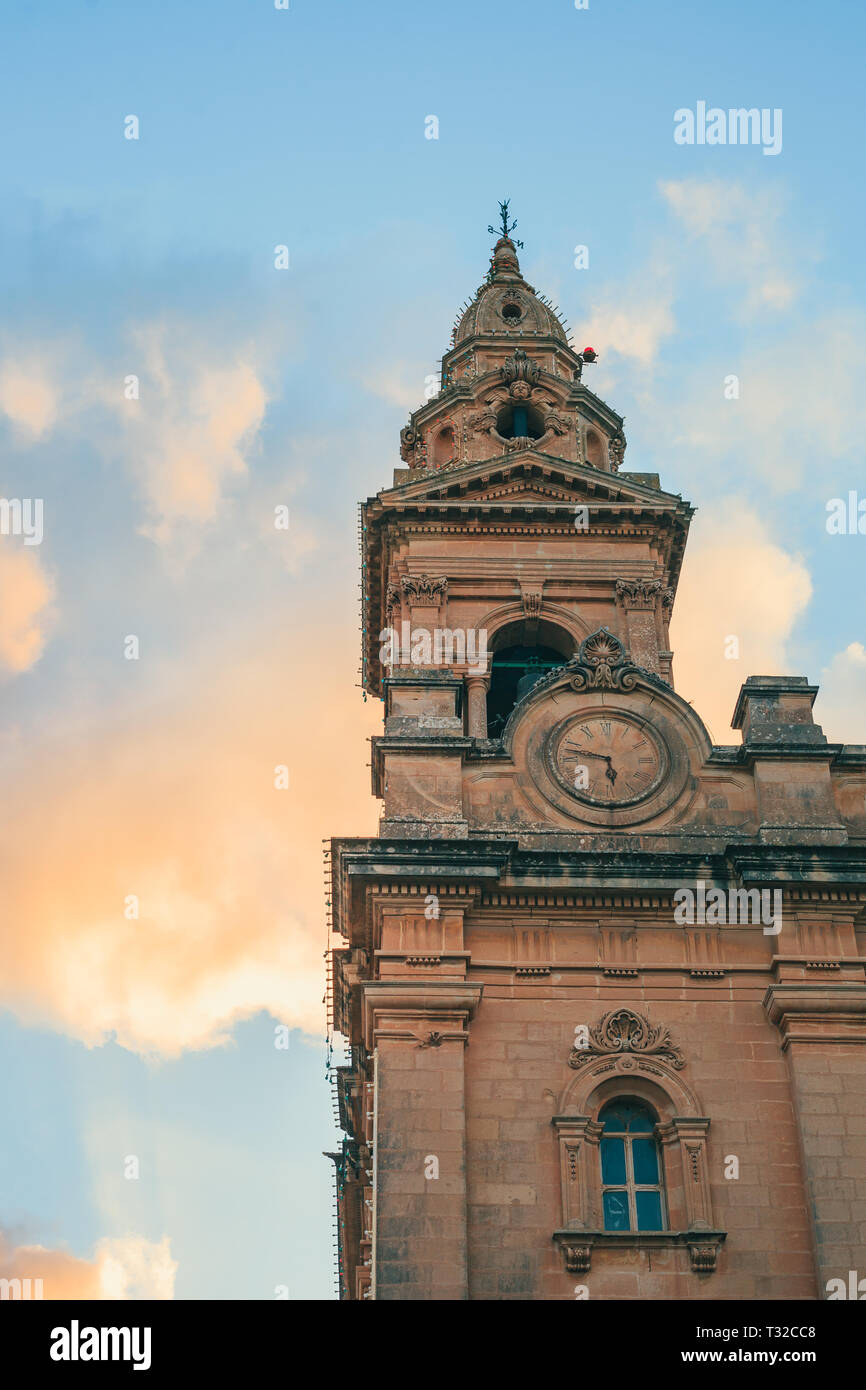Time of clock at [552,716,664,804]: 5:47
